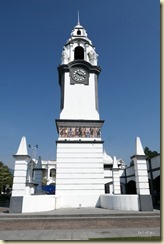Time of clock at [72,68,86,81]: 10:17
